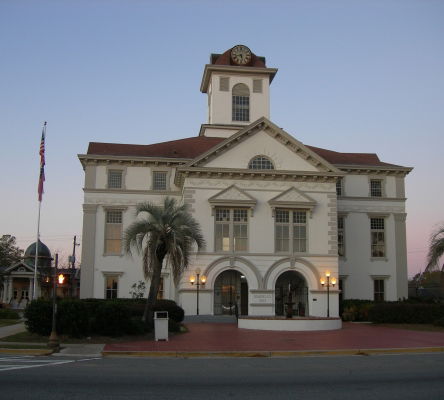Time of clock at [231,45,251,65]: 5:42
